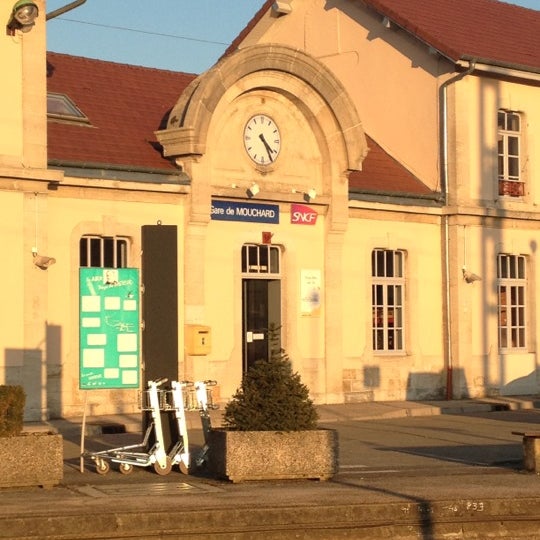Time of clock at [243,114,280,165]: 4:24
